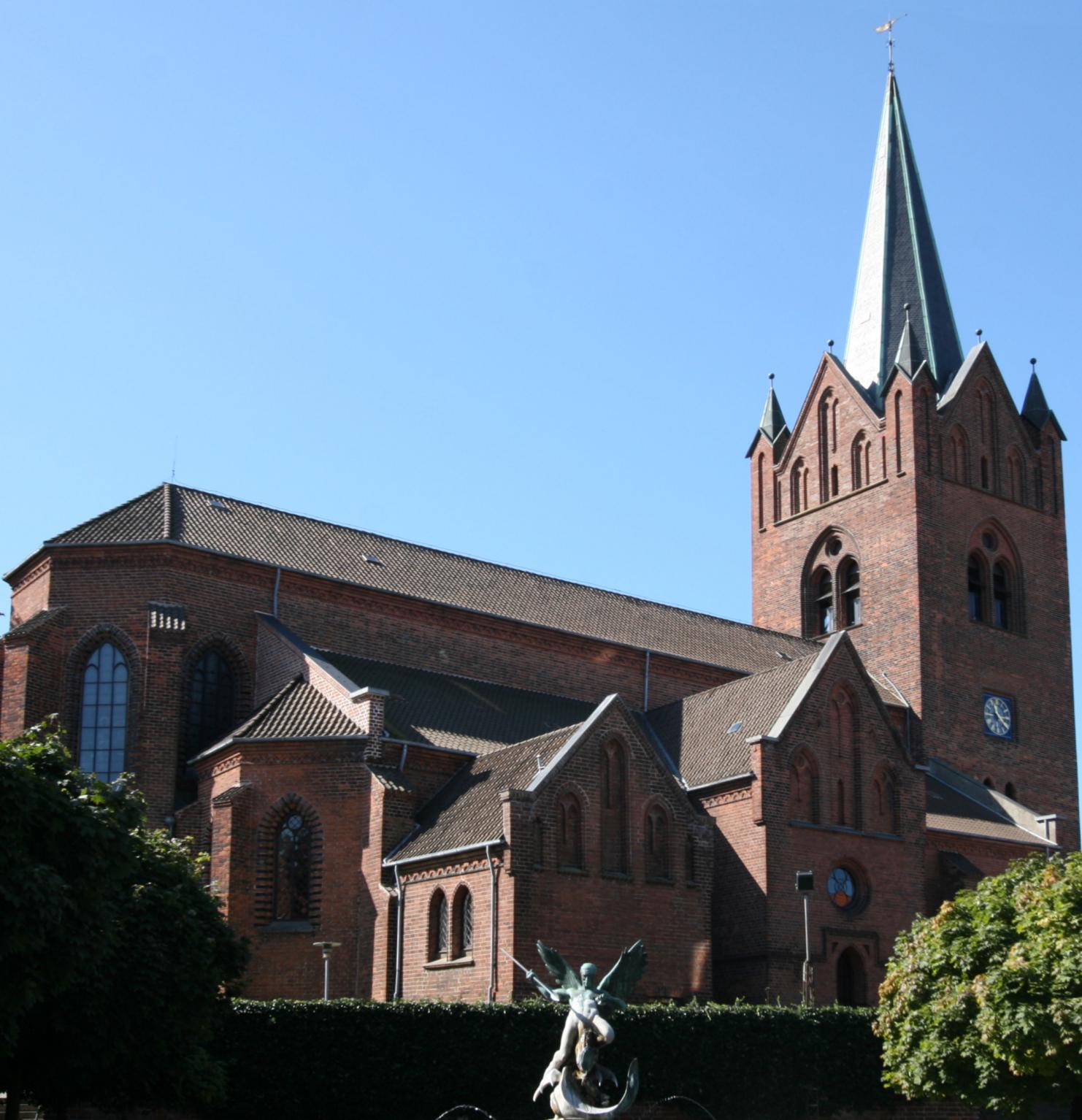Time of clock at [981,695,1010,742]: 11:21
